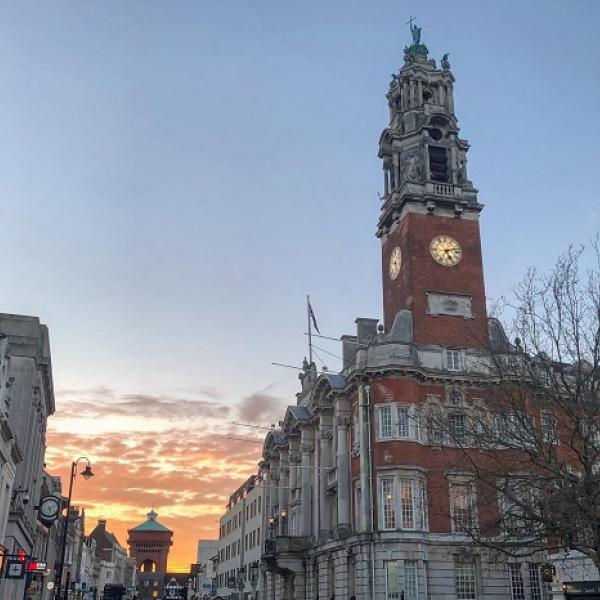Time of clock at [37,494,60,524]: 5:11
